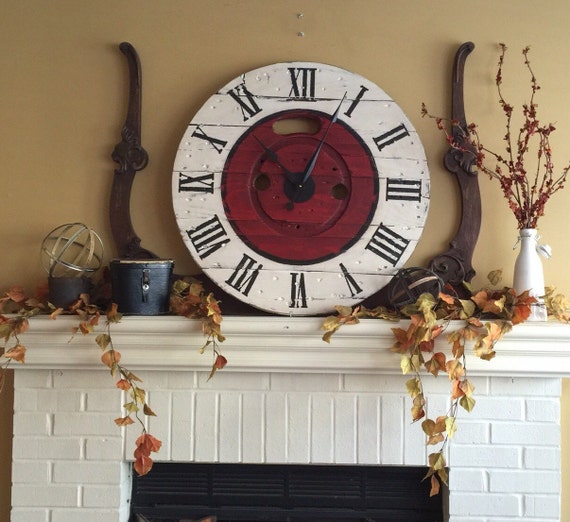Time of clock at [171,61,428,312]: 12:53
